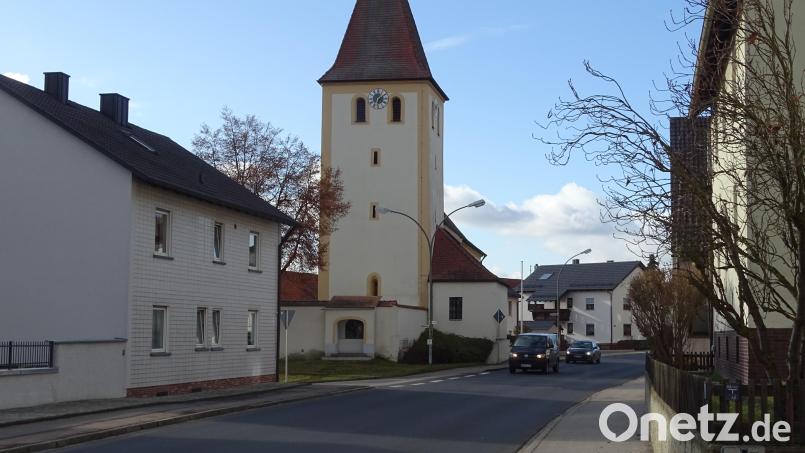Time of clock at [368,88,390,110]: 6:08
